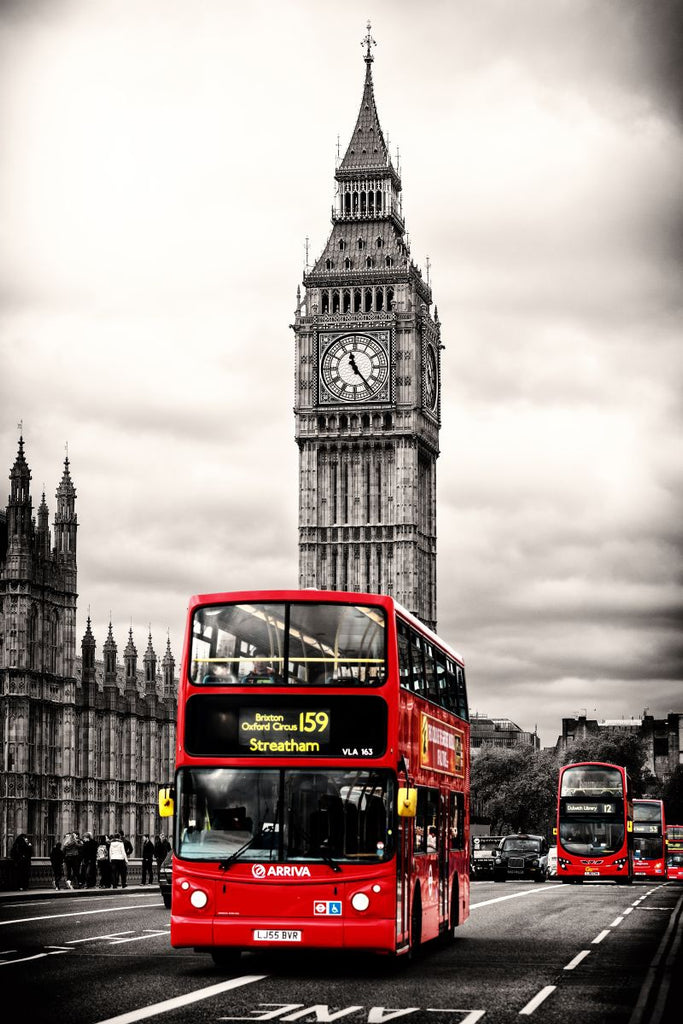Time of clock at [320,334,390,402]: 11:23
